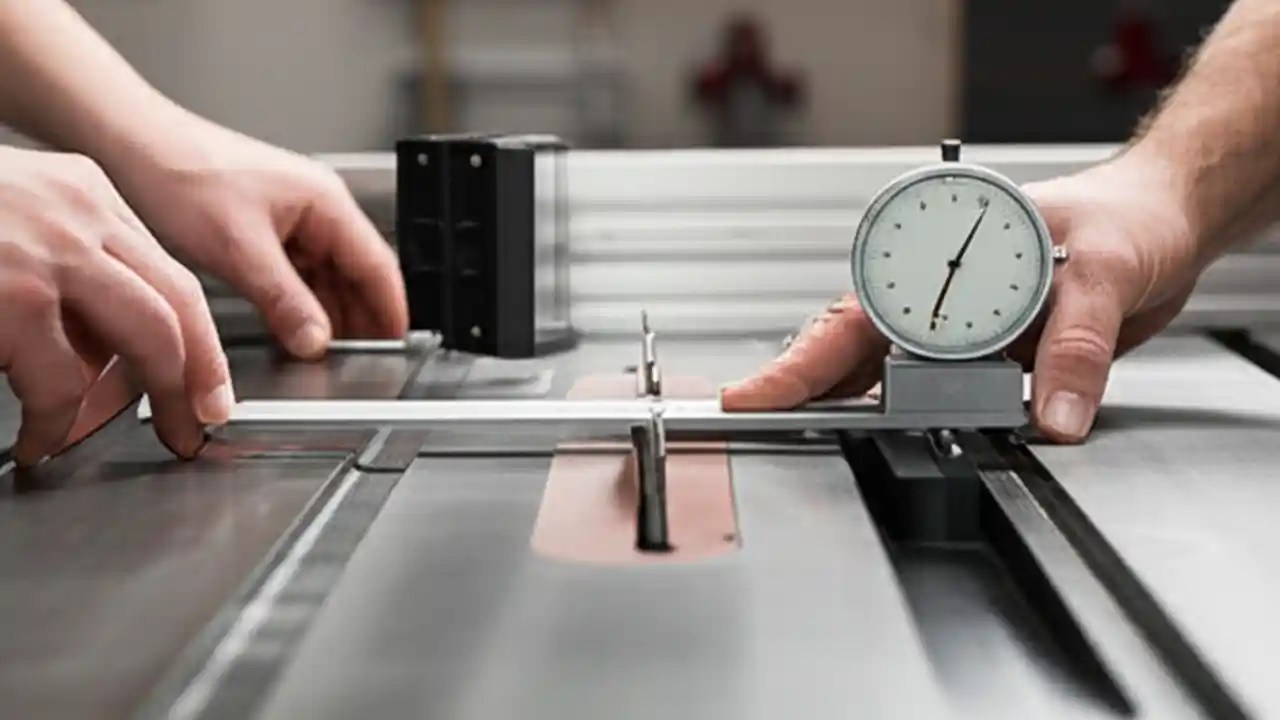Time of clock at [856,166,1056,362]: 7:05
